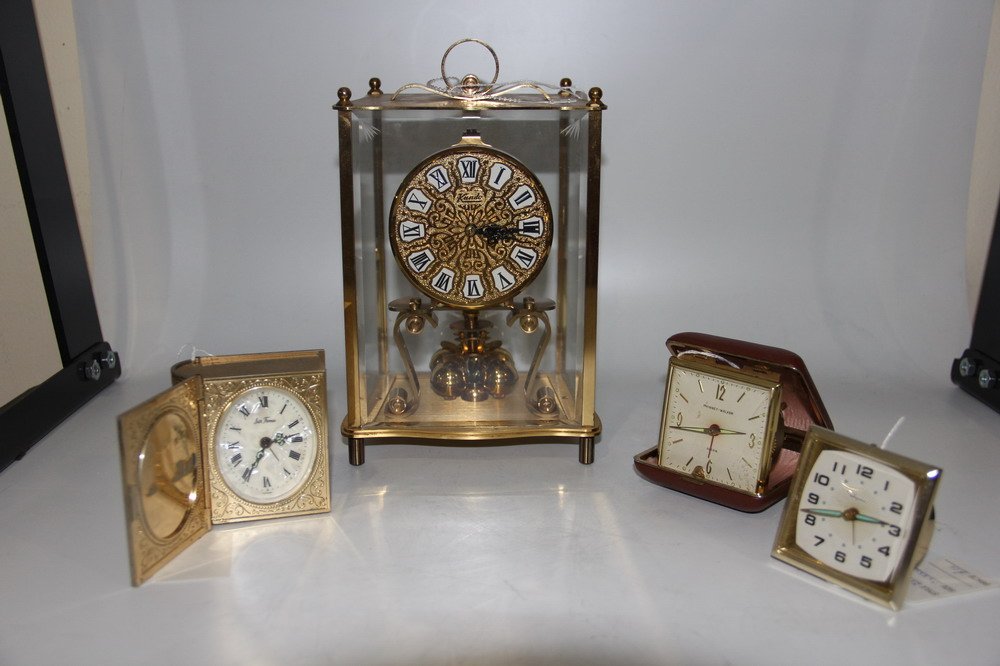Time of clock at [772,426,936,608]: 2:42
